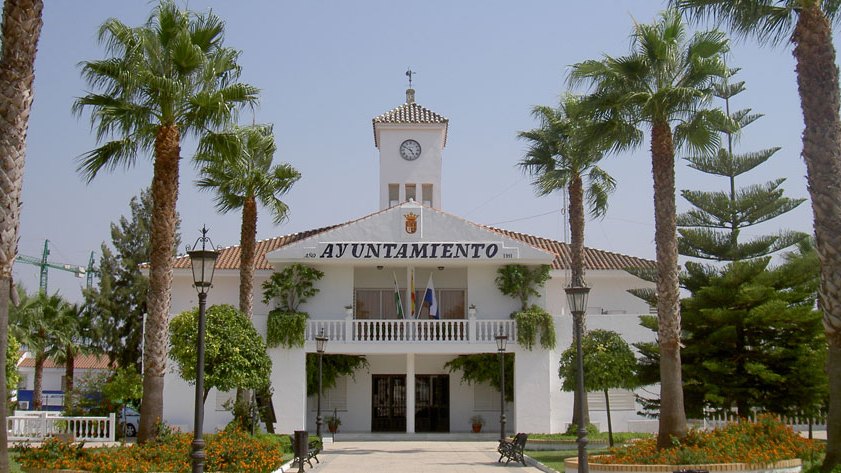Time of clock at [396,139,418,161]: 4:49
